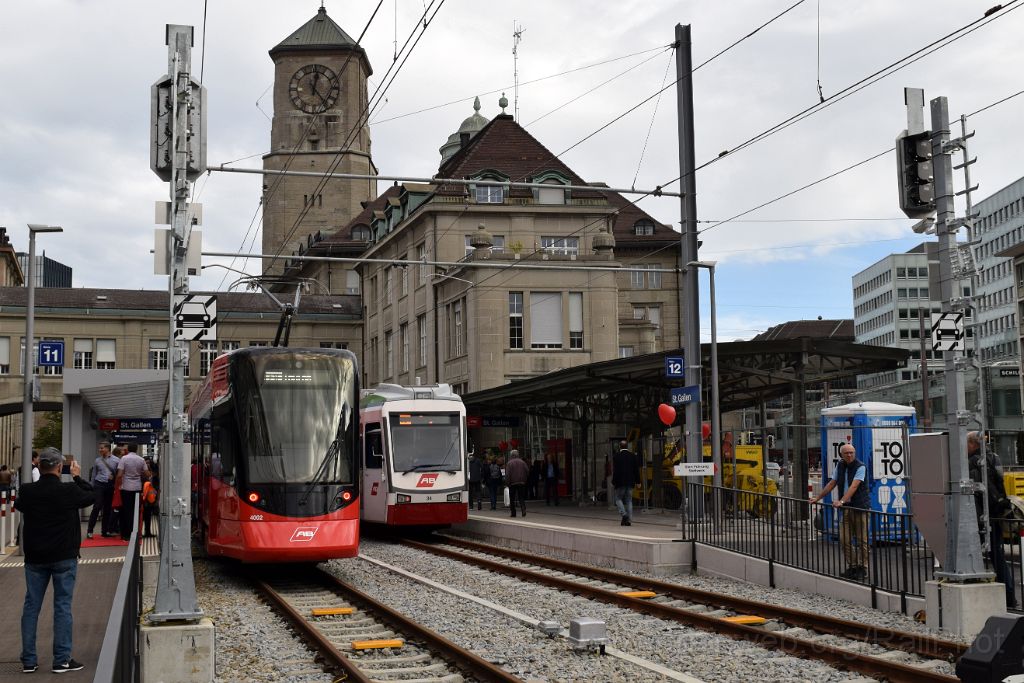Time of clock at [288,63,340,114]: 12:23
